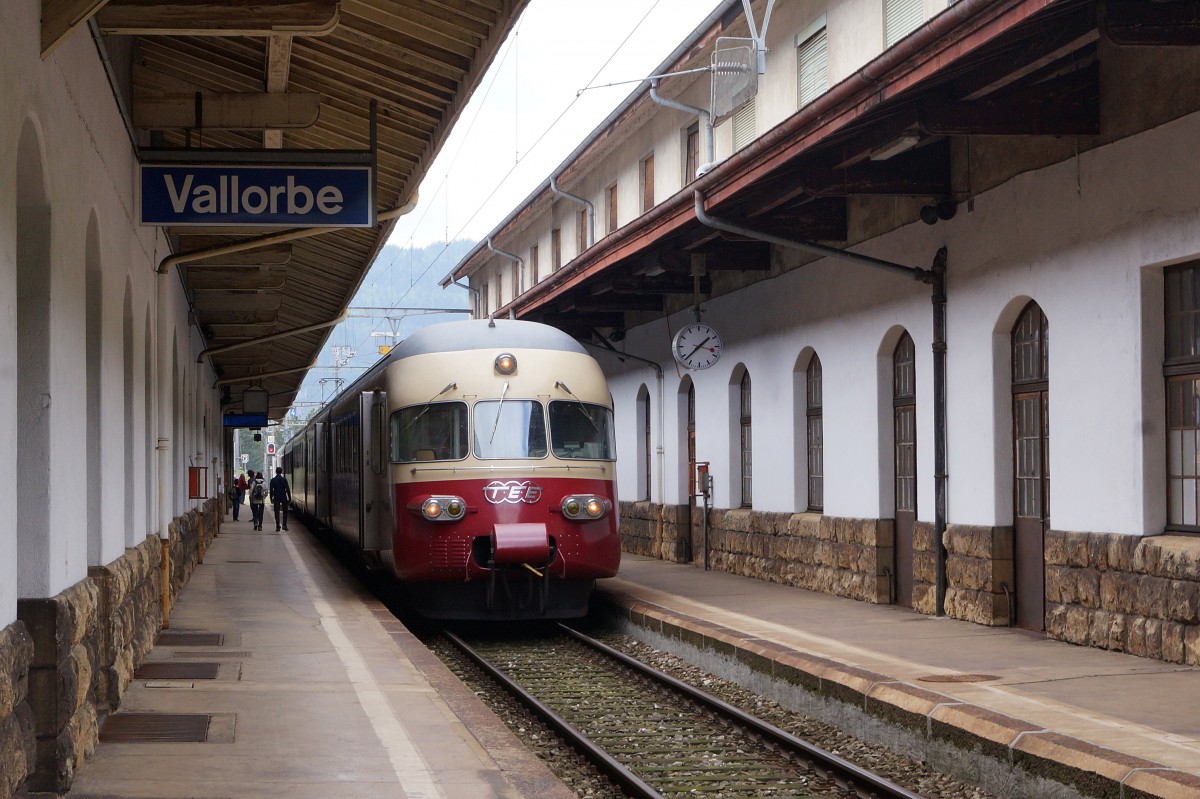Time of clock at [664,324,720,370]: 1:37
